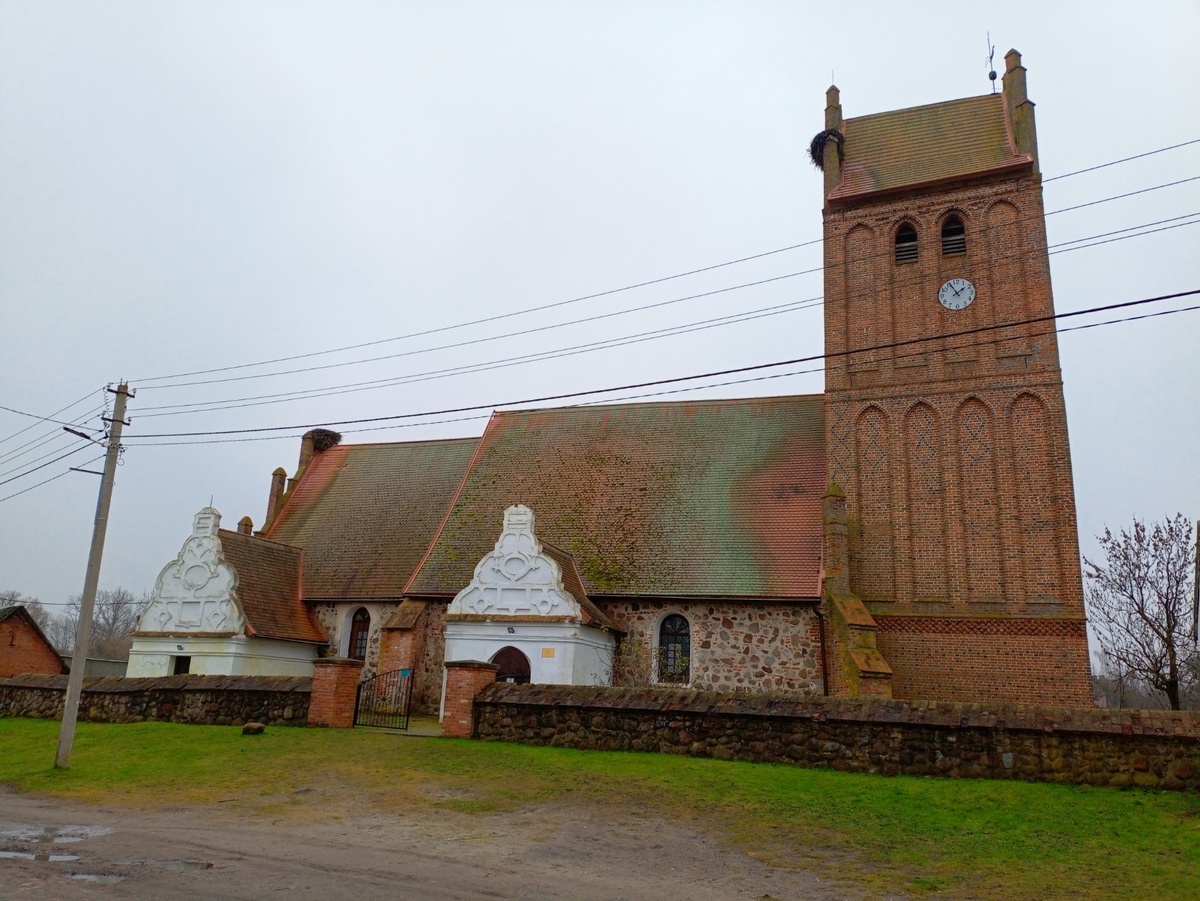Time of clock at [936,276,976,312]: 1:55
